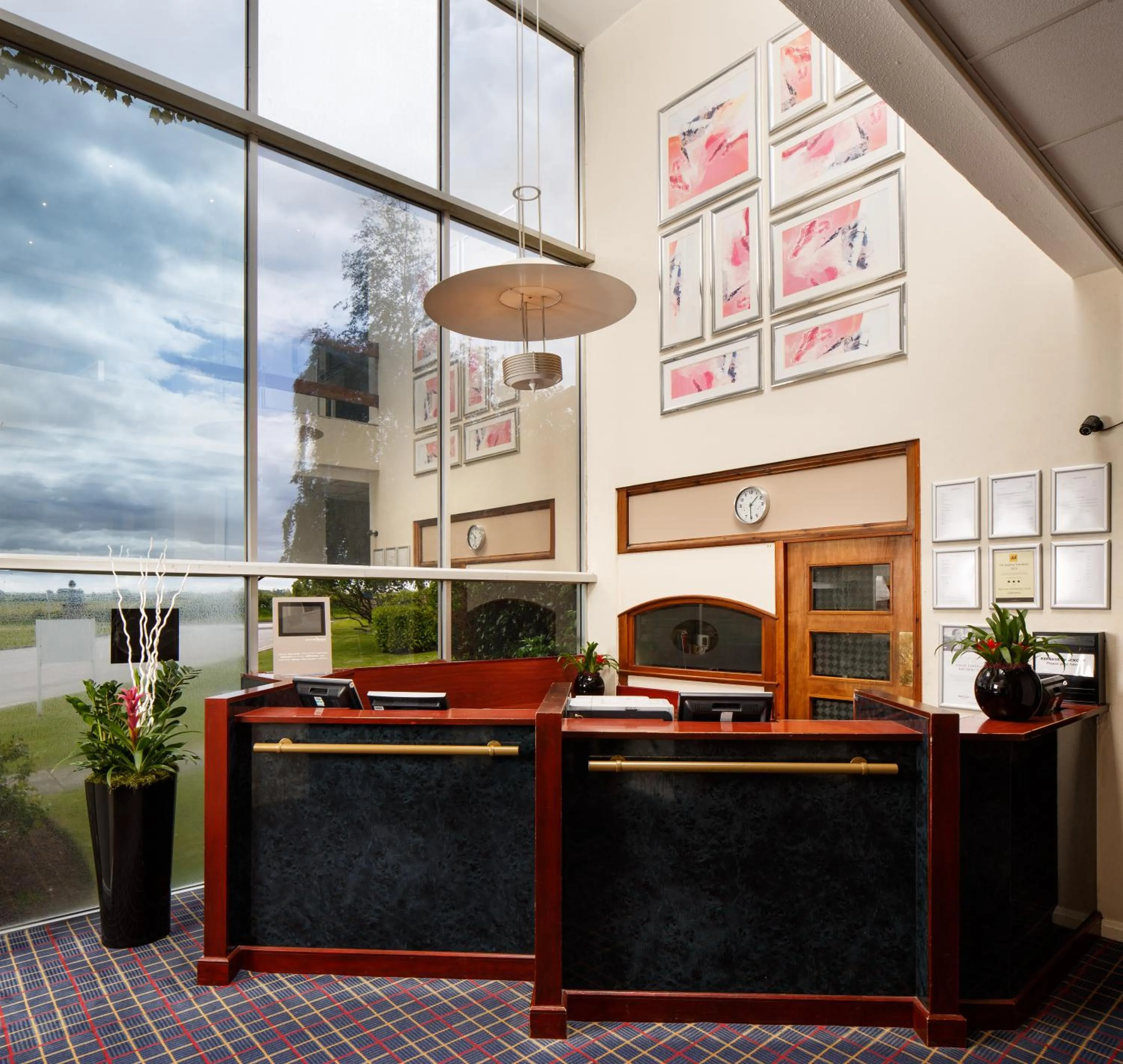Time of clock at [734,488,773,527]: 1:30
